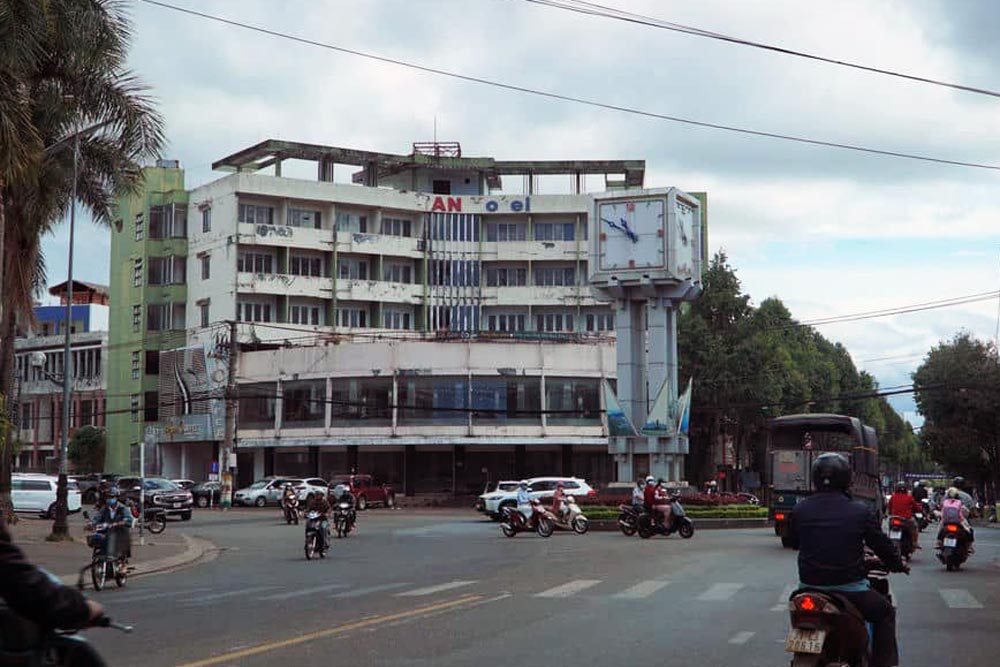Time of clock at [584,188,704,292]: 10:50
